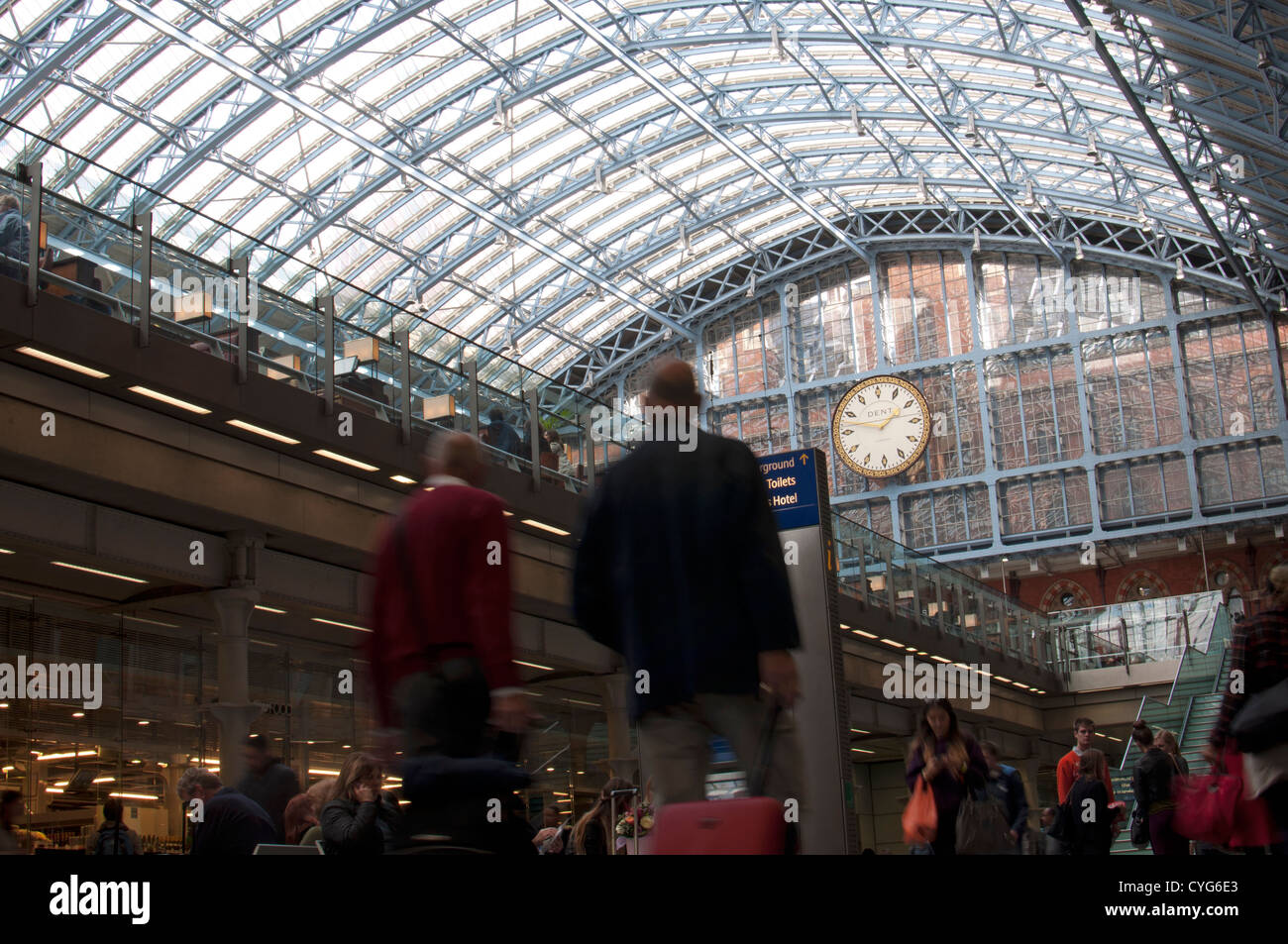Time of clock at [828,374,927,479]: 1:47
